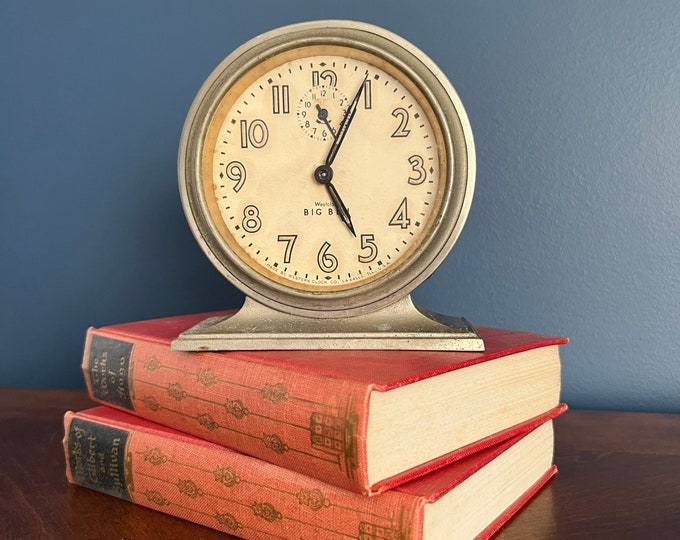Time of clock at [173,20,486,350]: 5:04
